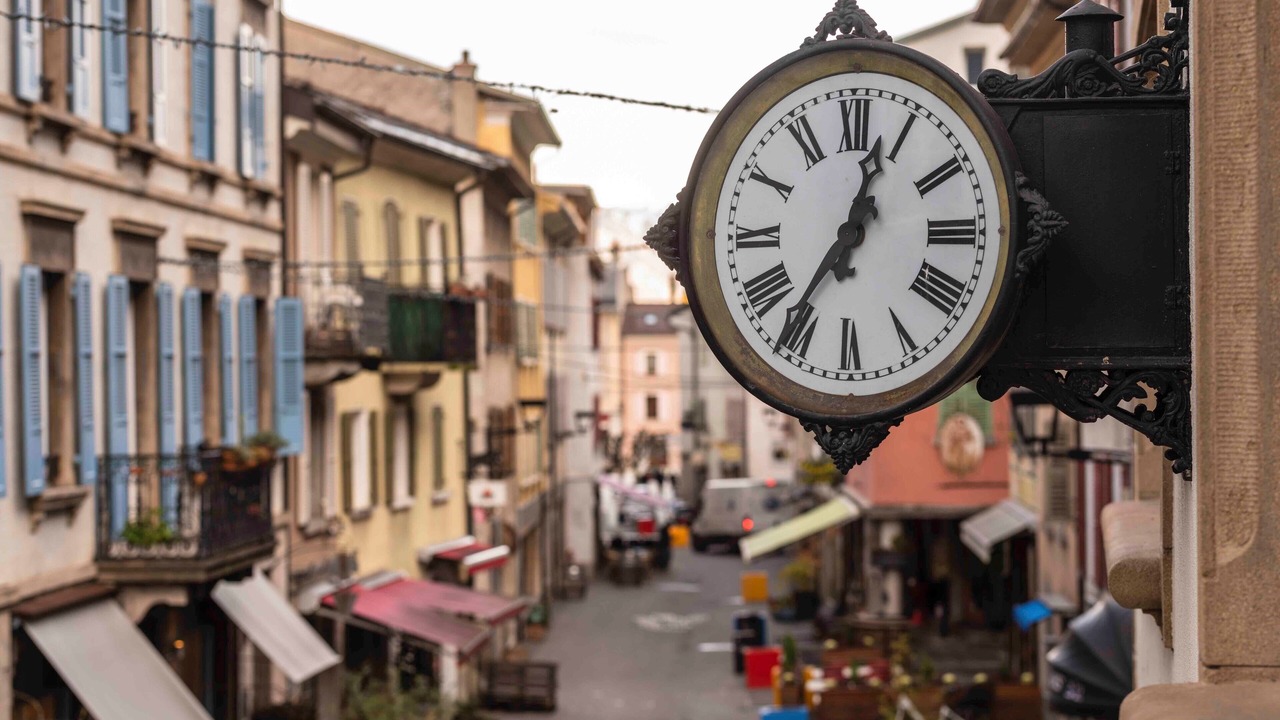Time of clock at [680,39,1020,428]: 12:36
